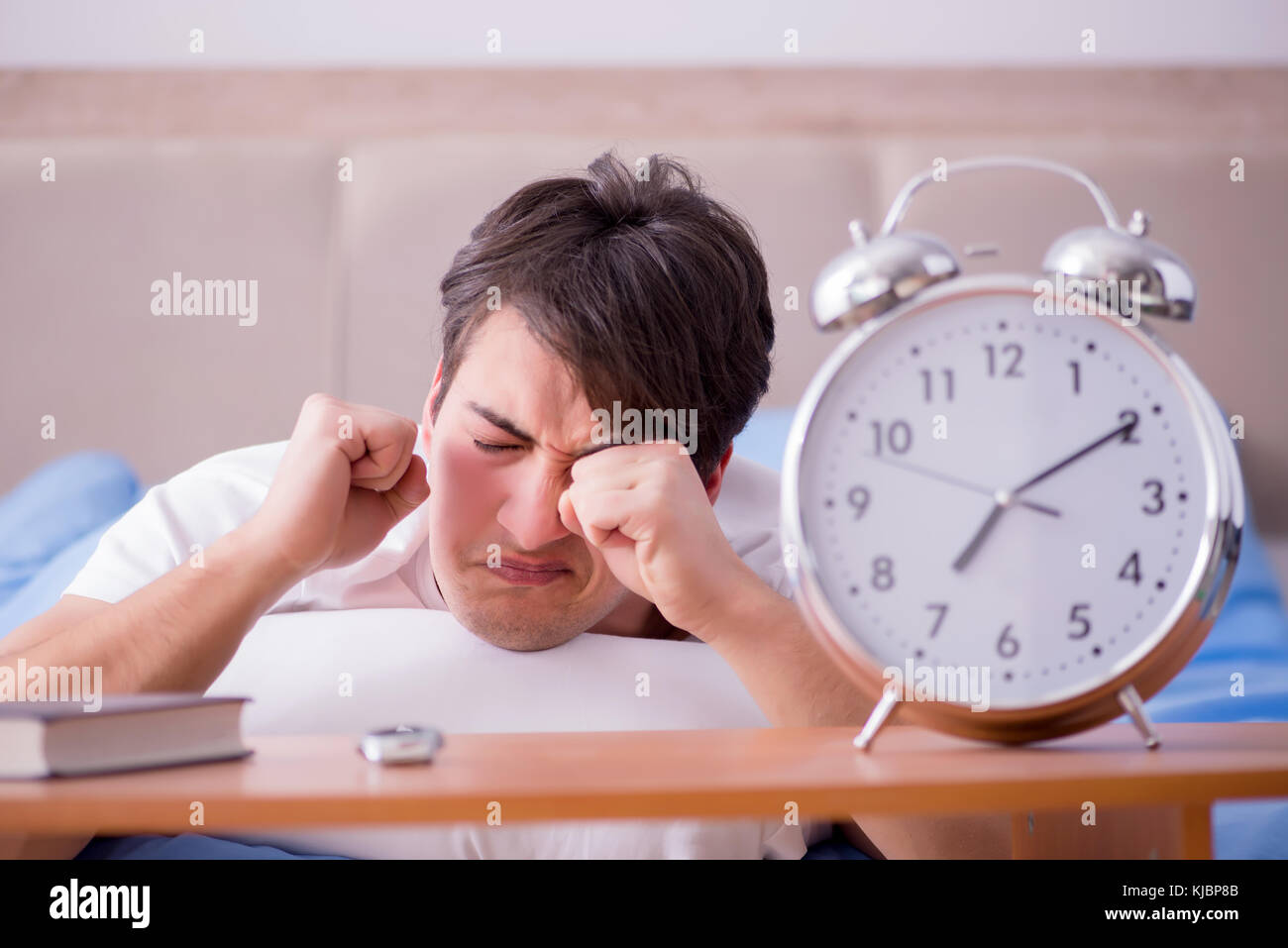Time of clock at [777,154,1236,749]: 7:10
